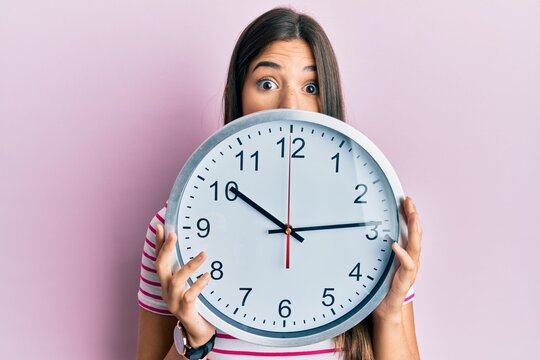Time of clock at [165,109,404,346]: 10:13
